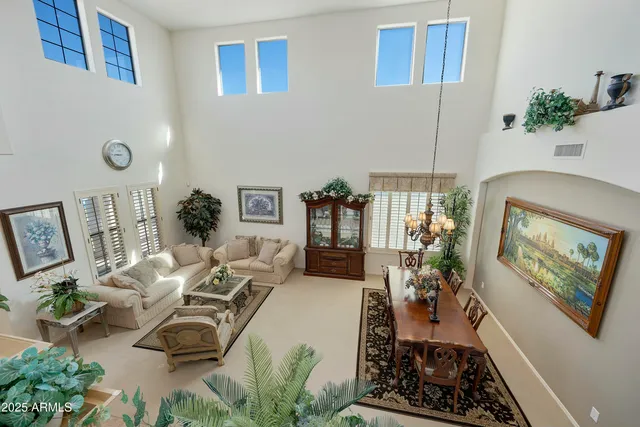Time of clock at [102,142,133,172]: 8:43
